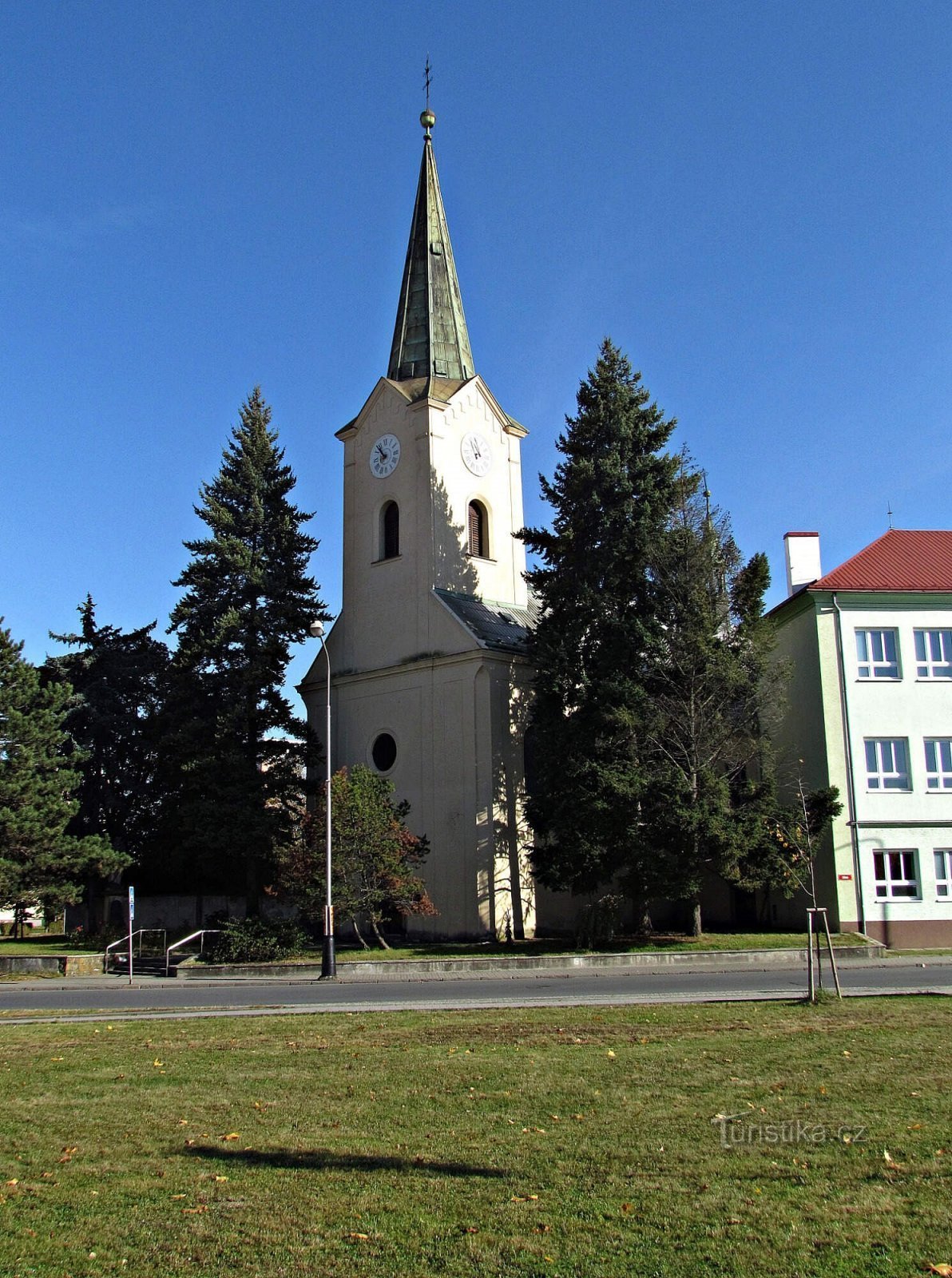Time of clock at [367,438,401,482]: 7:53
